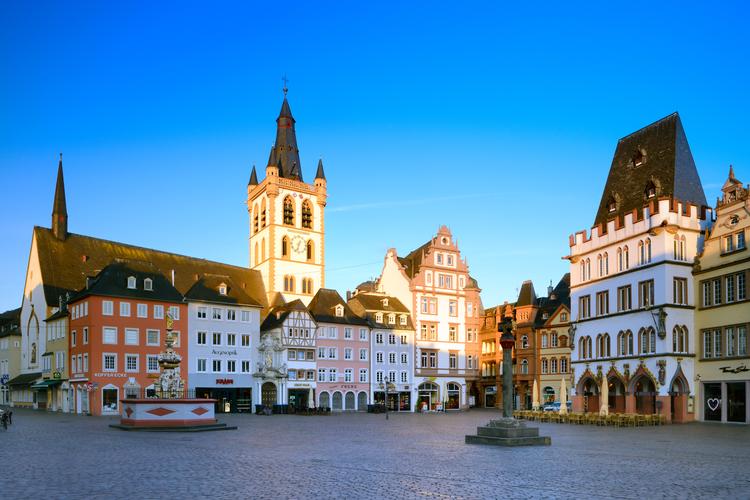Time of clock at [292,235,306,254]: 12:32
